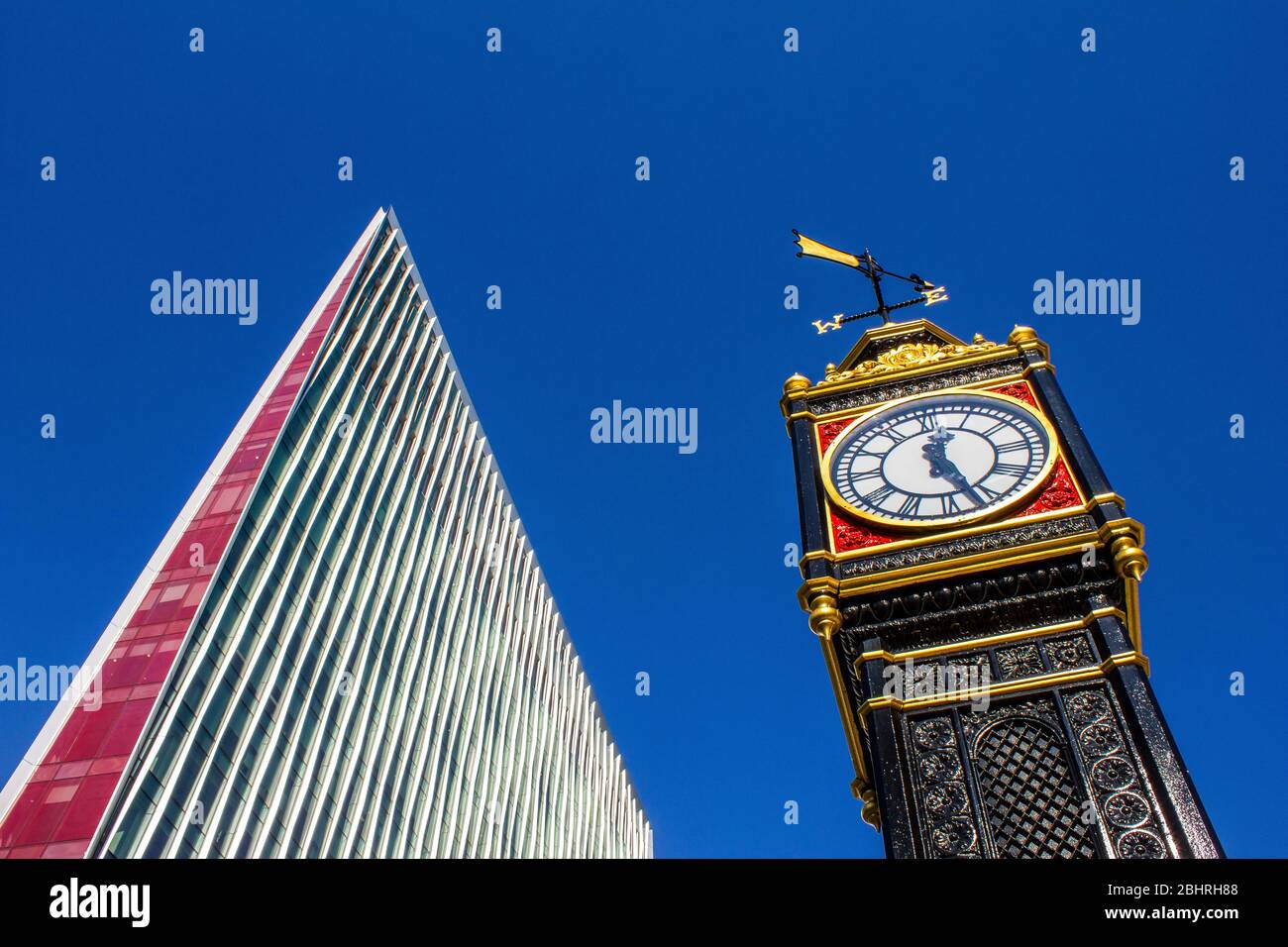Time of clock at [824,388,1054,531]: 12:26
